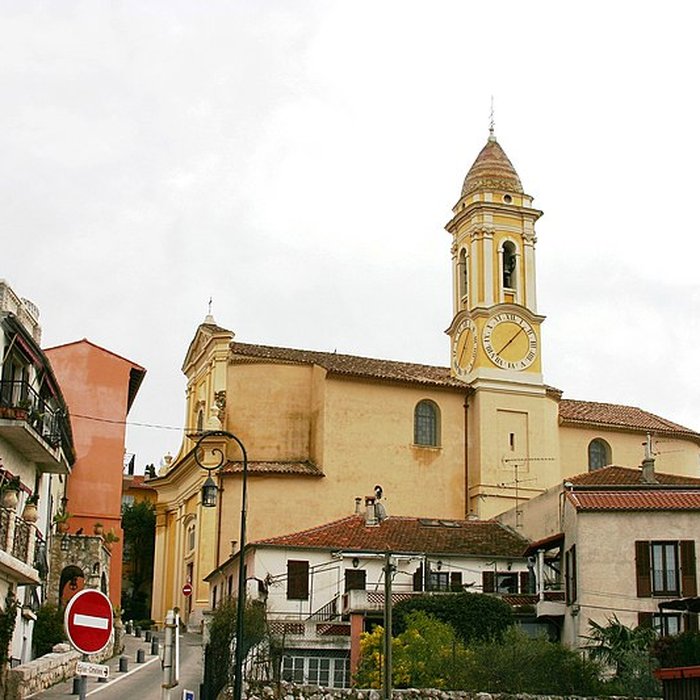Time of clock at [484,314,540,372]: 1:37
